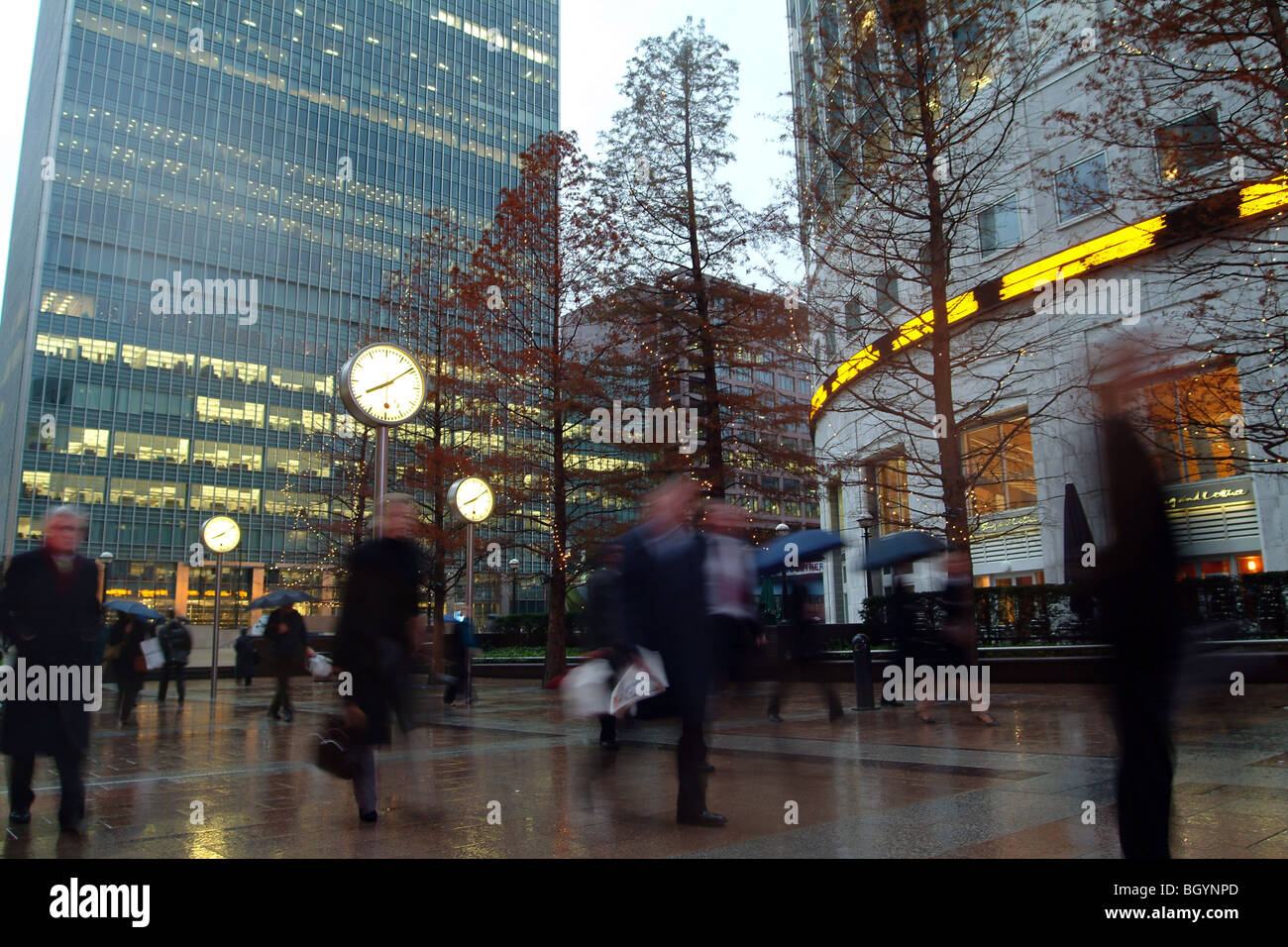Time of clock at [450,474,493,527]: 8:09
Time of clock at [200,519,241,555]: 8:09
